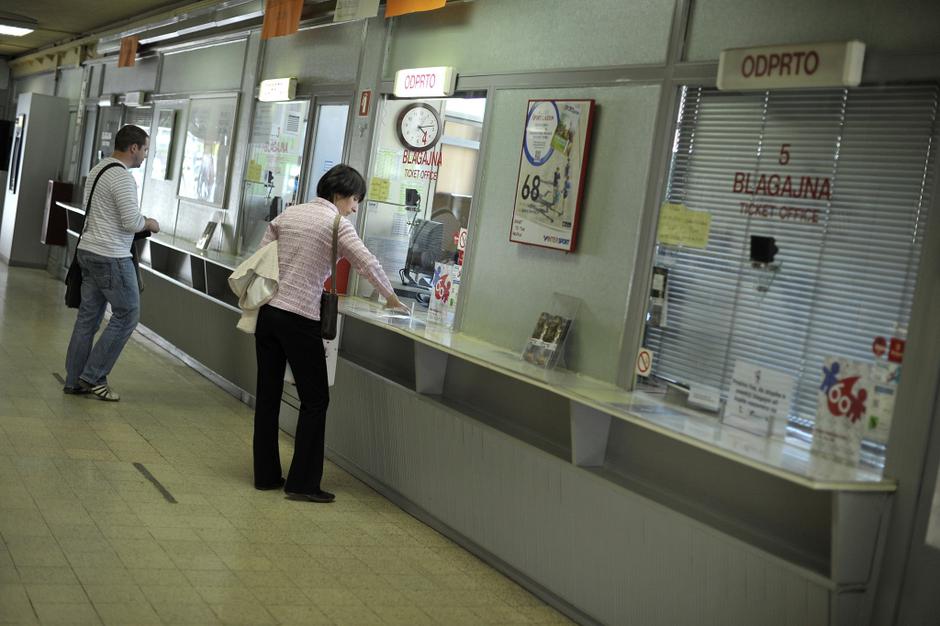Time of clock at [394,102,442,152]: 4:13
